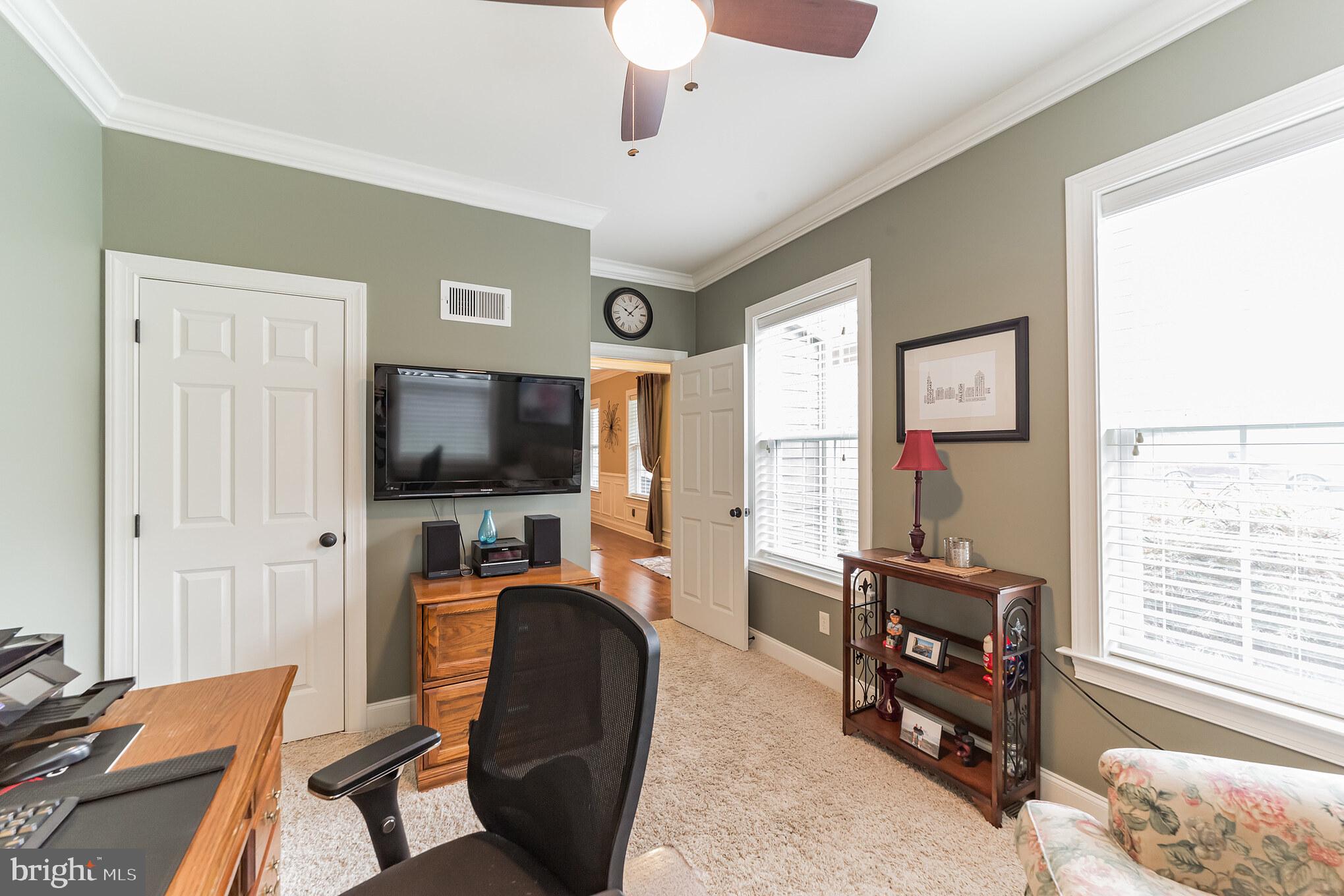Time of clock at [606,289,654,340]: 10:07
